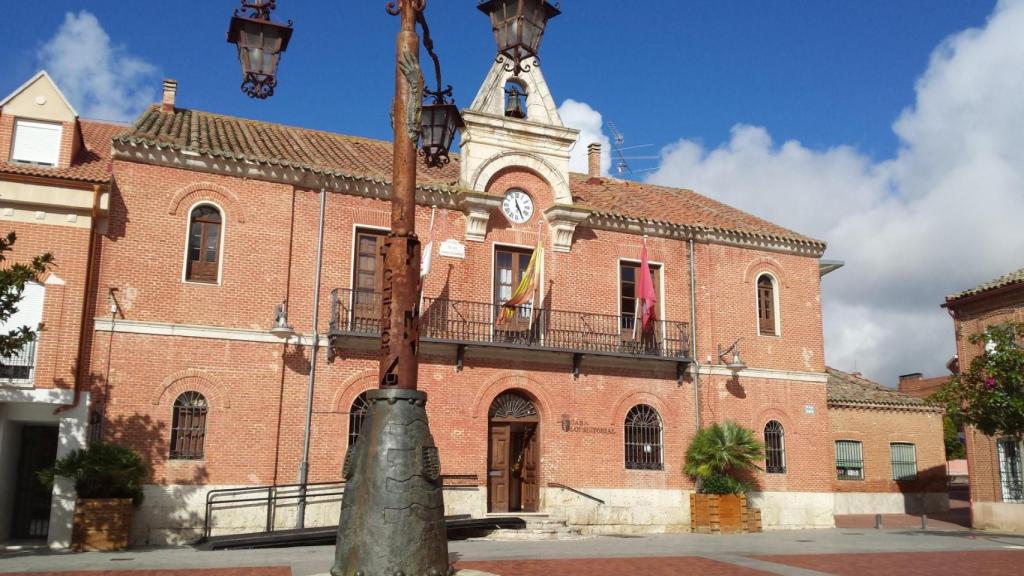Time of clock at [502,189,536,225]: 11:25
